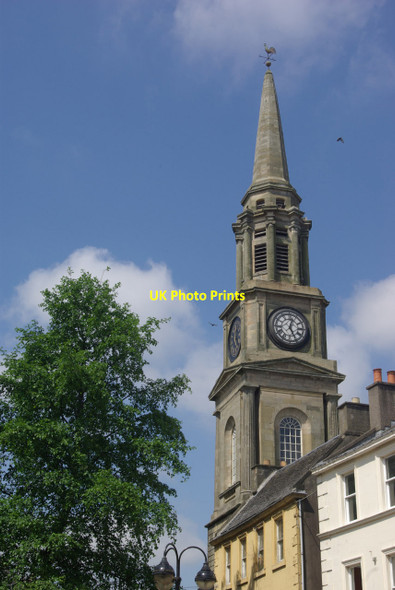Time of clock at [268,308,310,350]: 12:24
